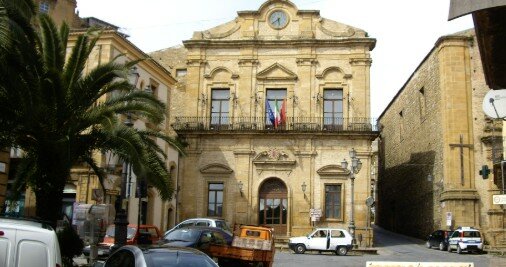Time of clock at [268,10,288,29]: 5:38
